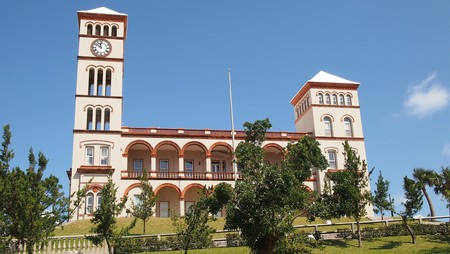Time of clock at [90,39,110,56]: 11:51
